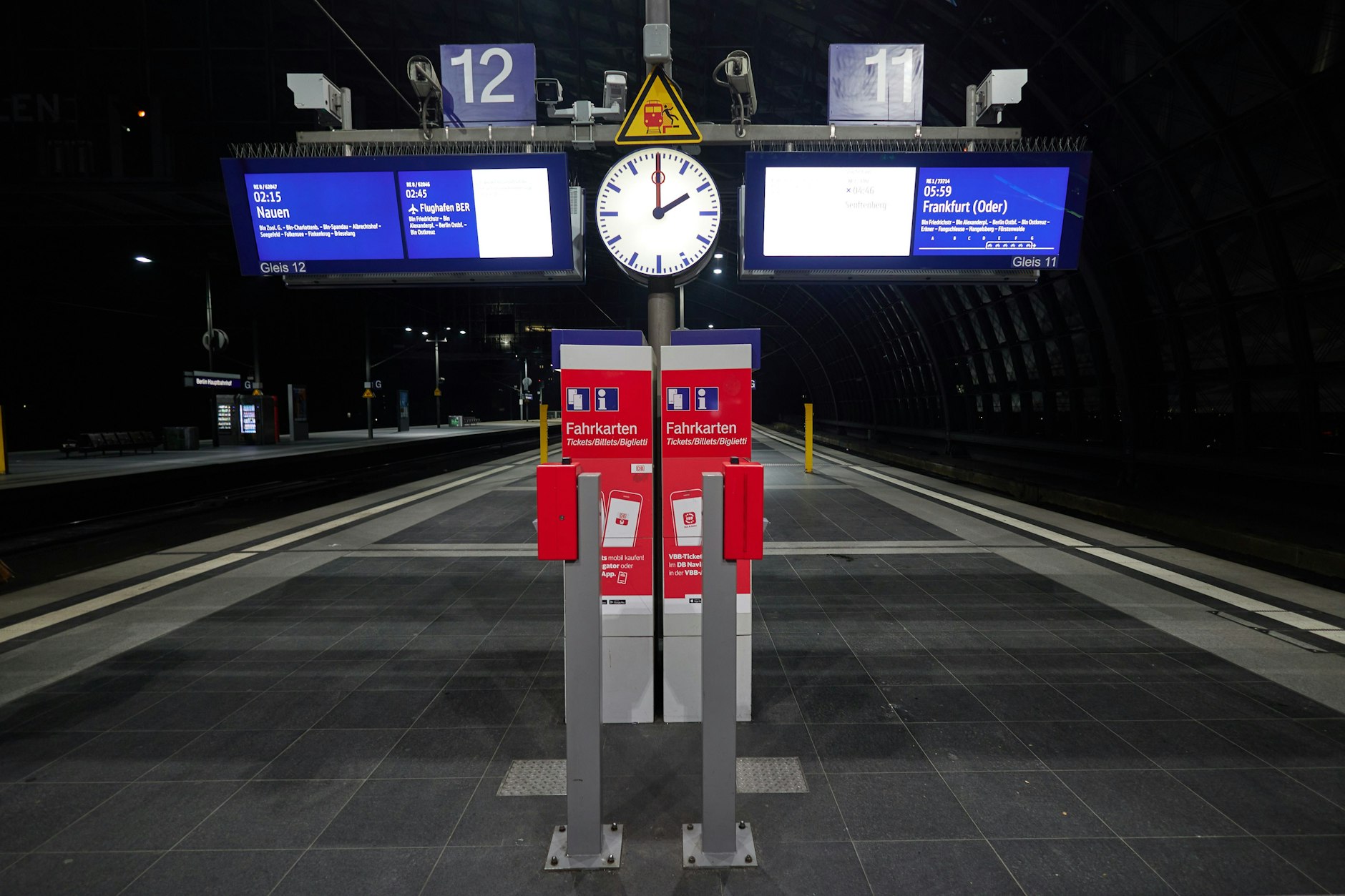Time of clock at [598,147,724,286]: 2:00
